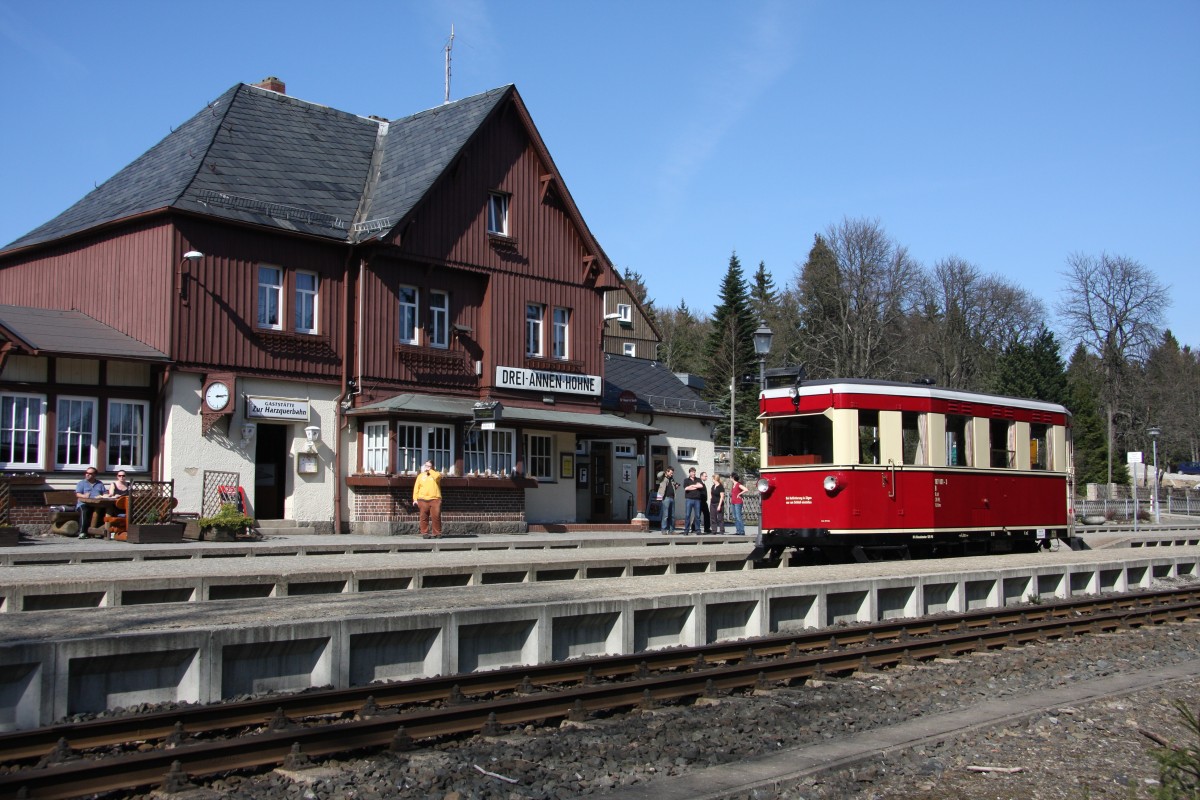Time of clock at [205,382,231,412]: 3:14
